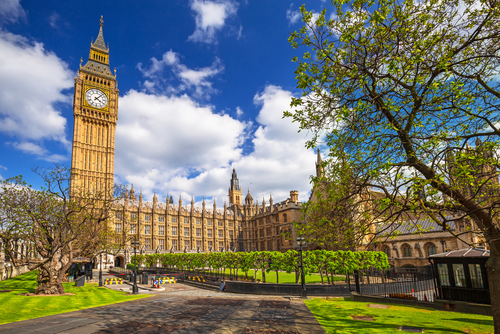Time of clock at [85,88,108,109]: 4:07
